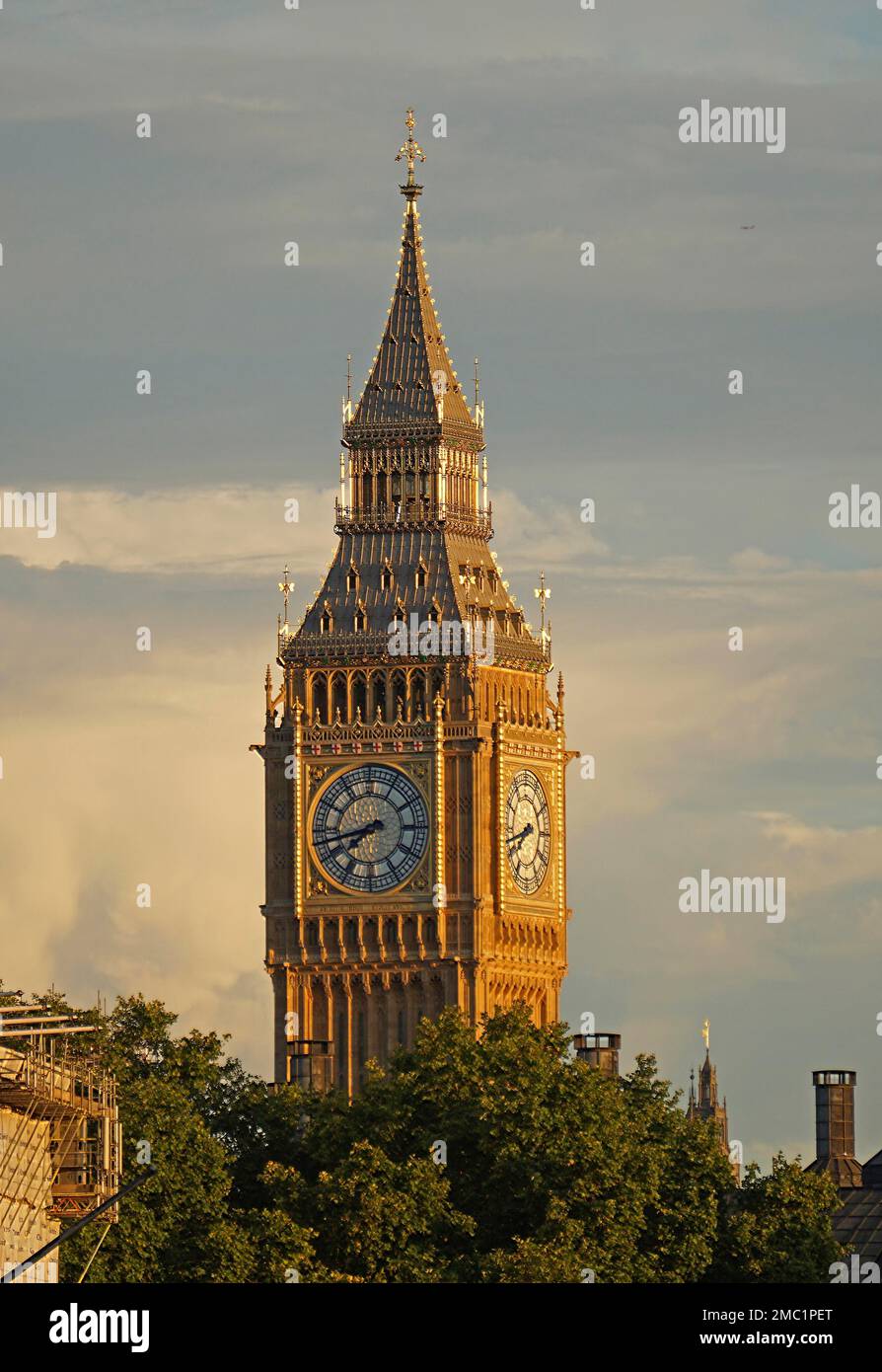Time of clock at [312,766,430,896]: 7:42
